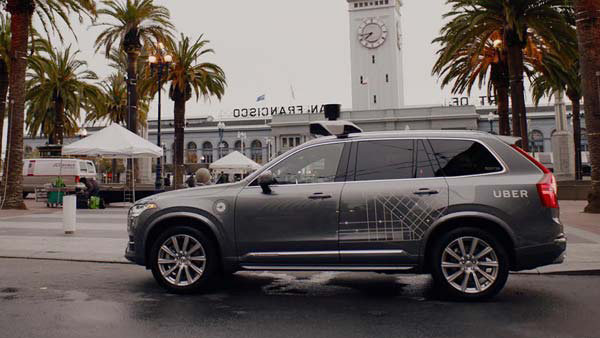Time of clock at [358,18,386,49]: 7:43
